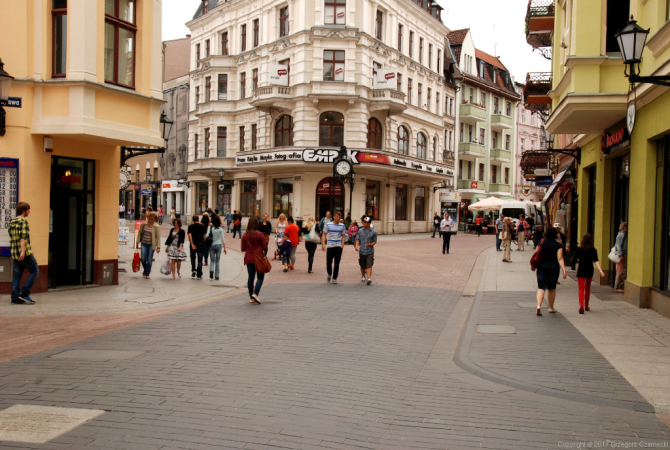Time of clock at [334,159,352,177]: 2:21
